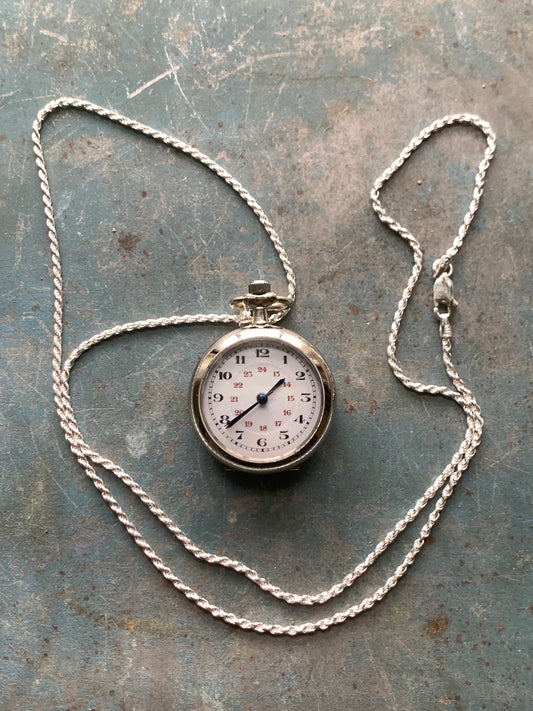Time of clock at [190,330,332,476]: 1:38
